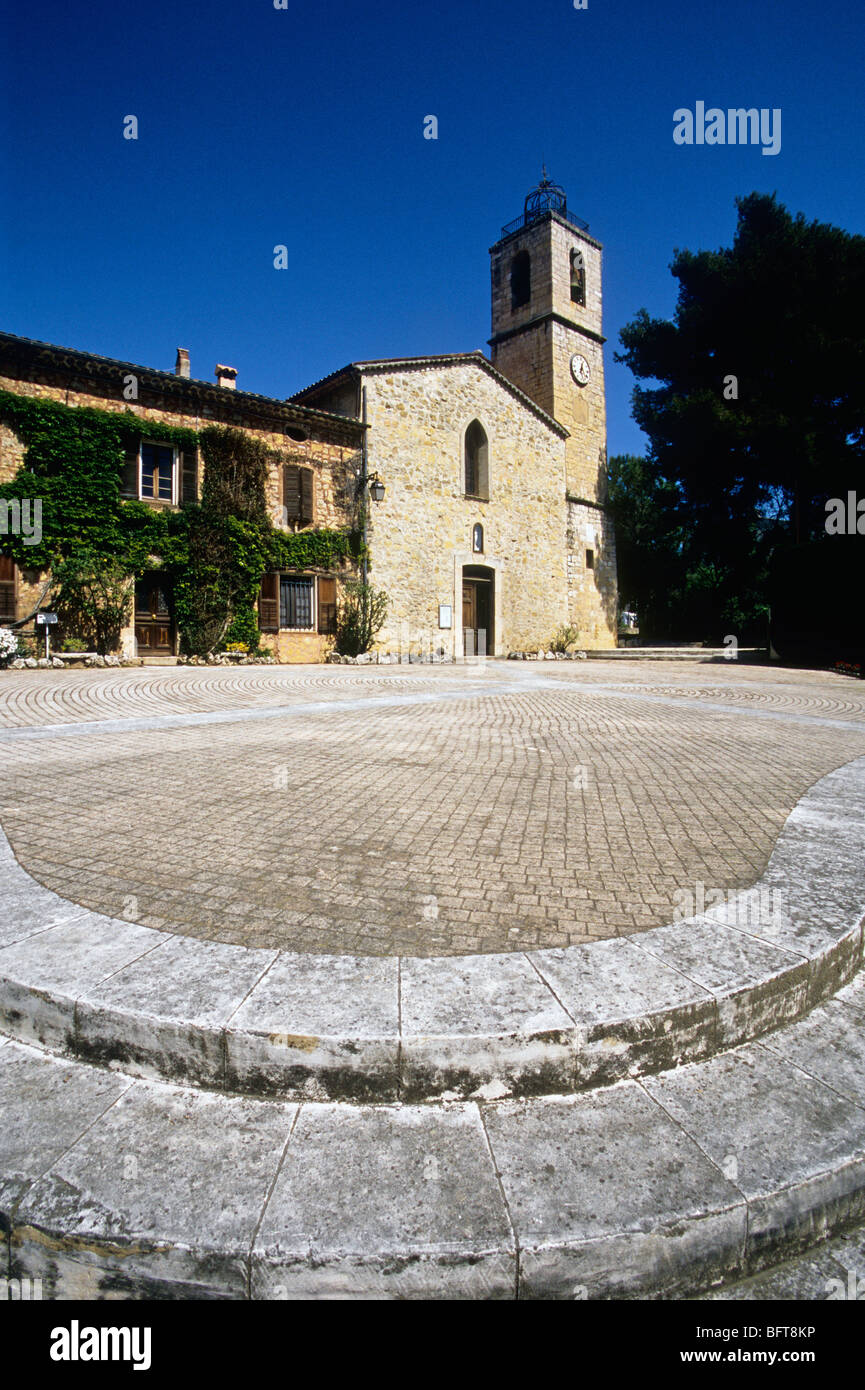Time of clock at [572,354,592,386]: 6:27
